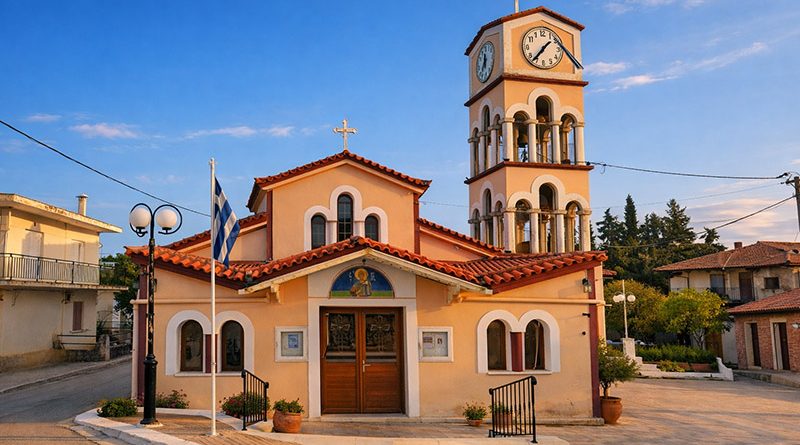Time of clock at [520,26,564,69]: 1:36
